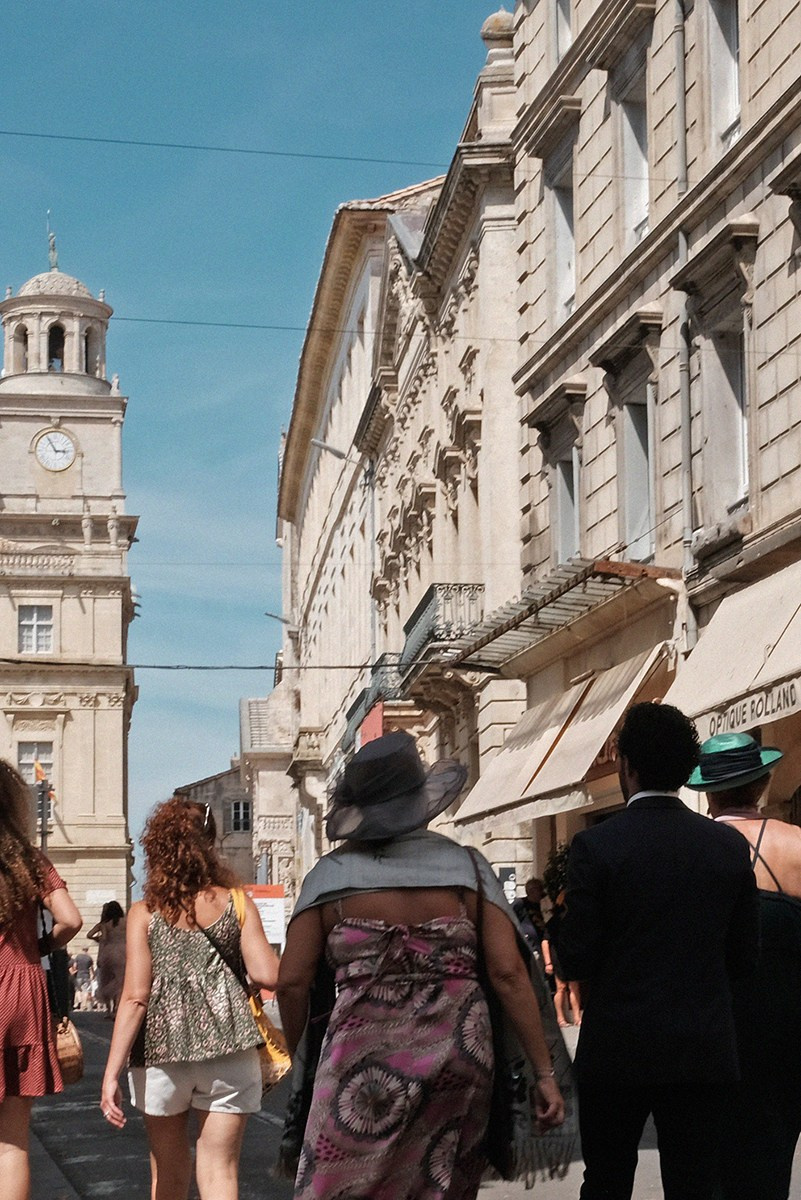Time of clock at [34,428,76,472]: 2:55
